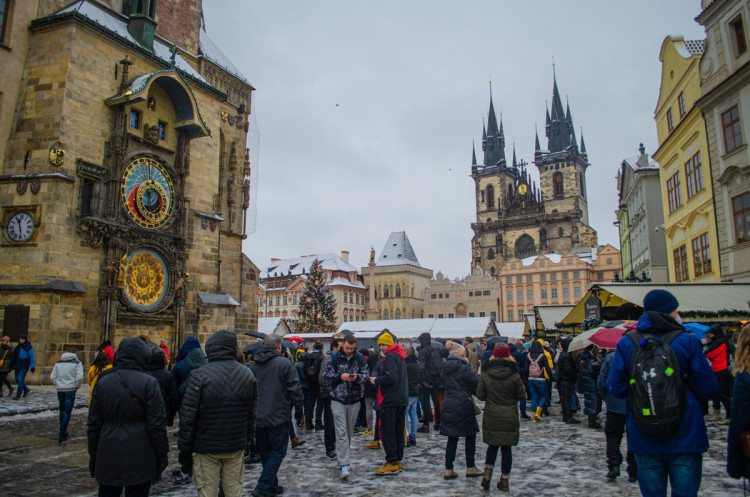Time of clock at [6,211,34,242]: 11:28
